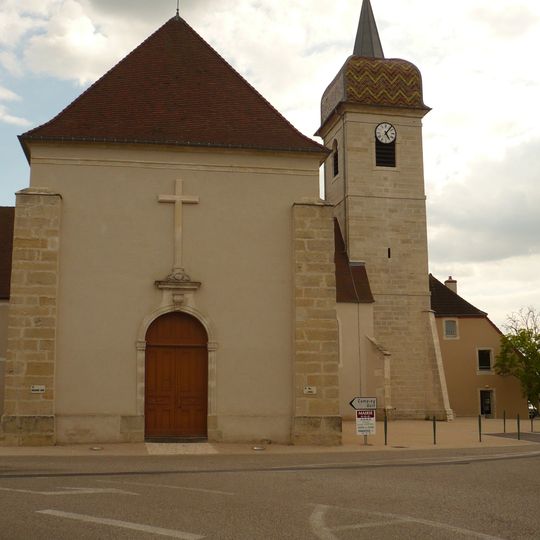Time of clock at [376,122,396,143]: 5:06
